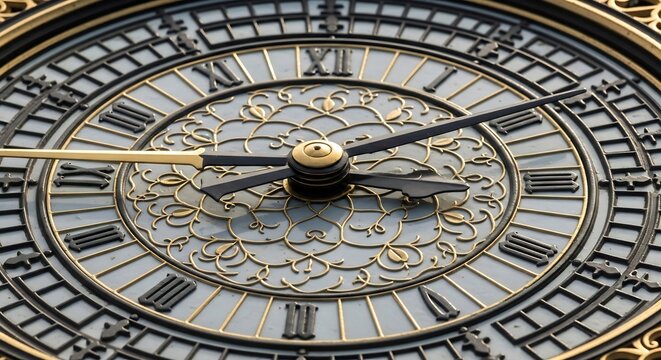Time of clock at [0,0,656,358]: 3:09
